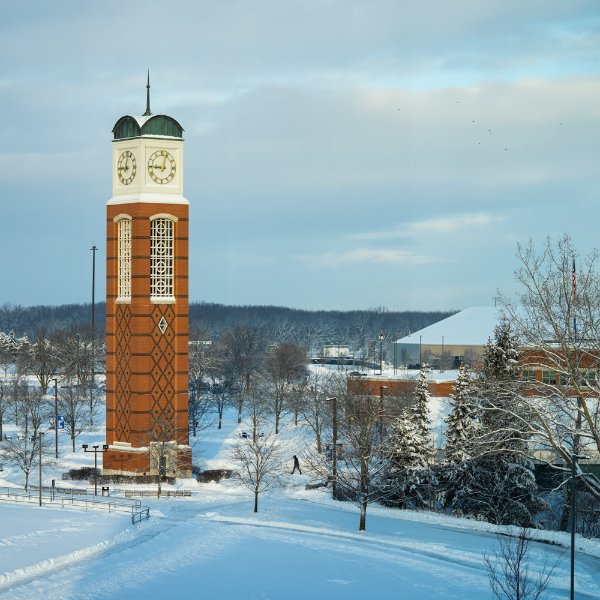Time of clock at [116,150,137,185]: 9:01
